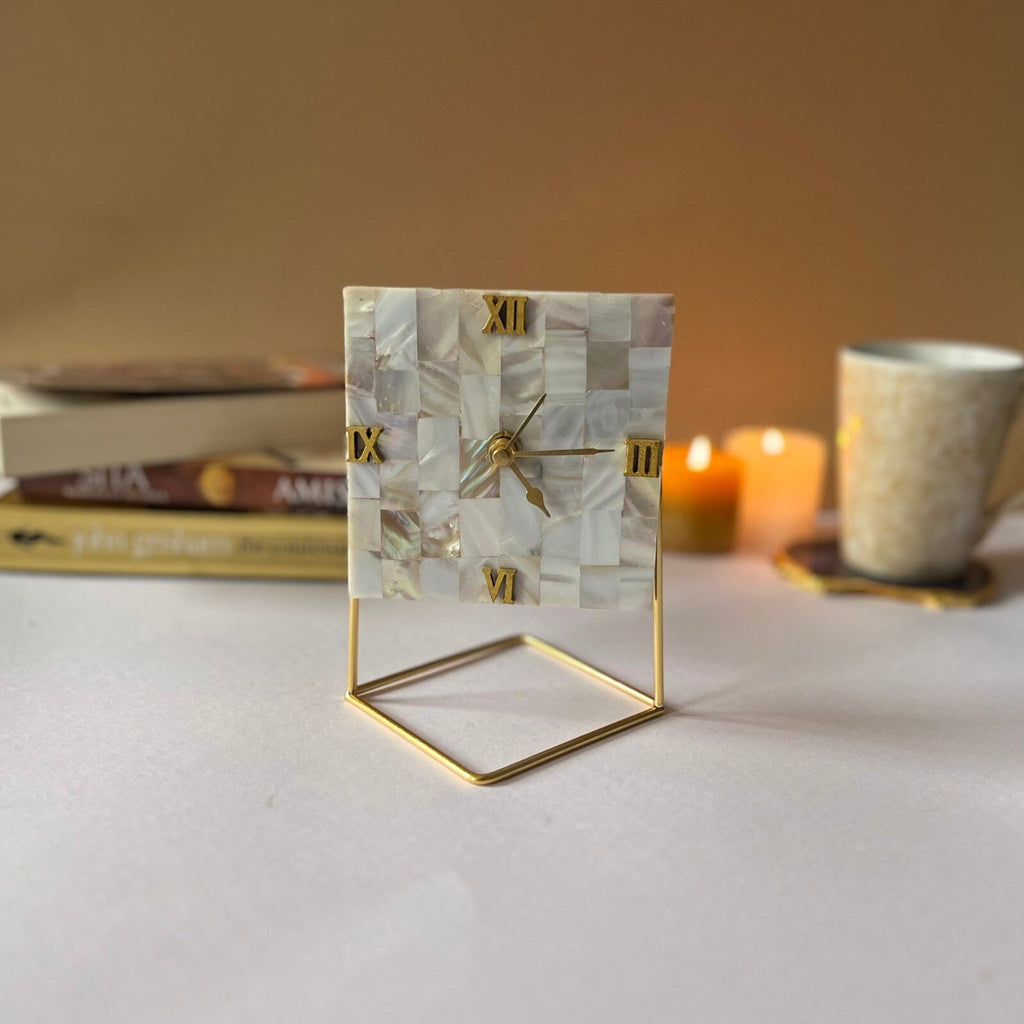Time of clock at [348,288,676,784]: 1:14
